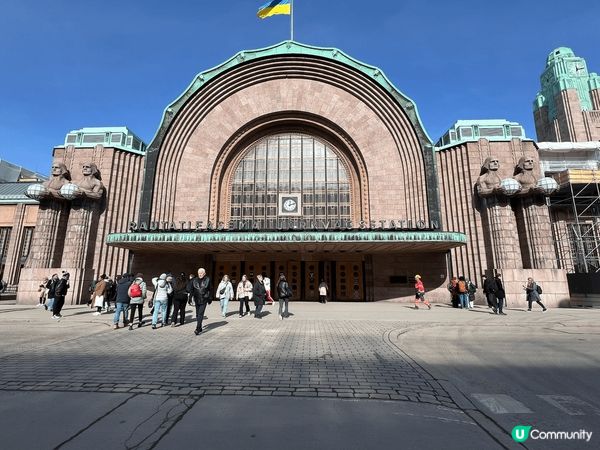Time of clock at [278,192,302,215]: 12:12
